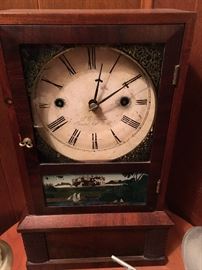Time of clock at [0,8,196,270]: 2:02
